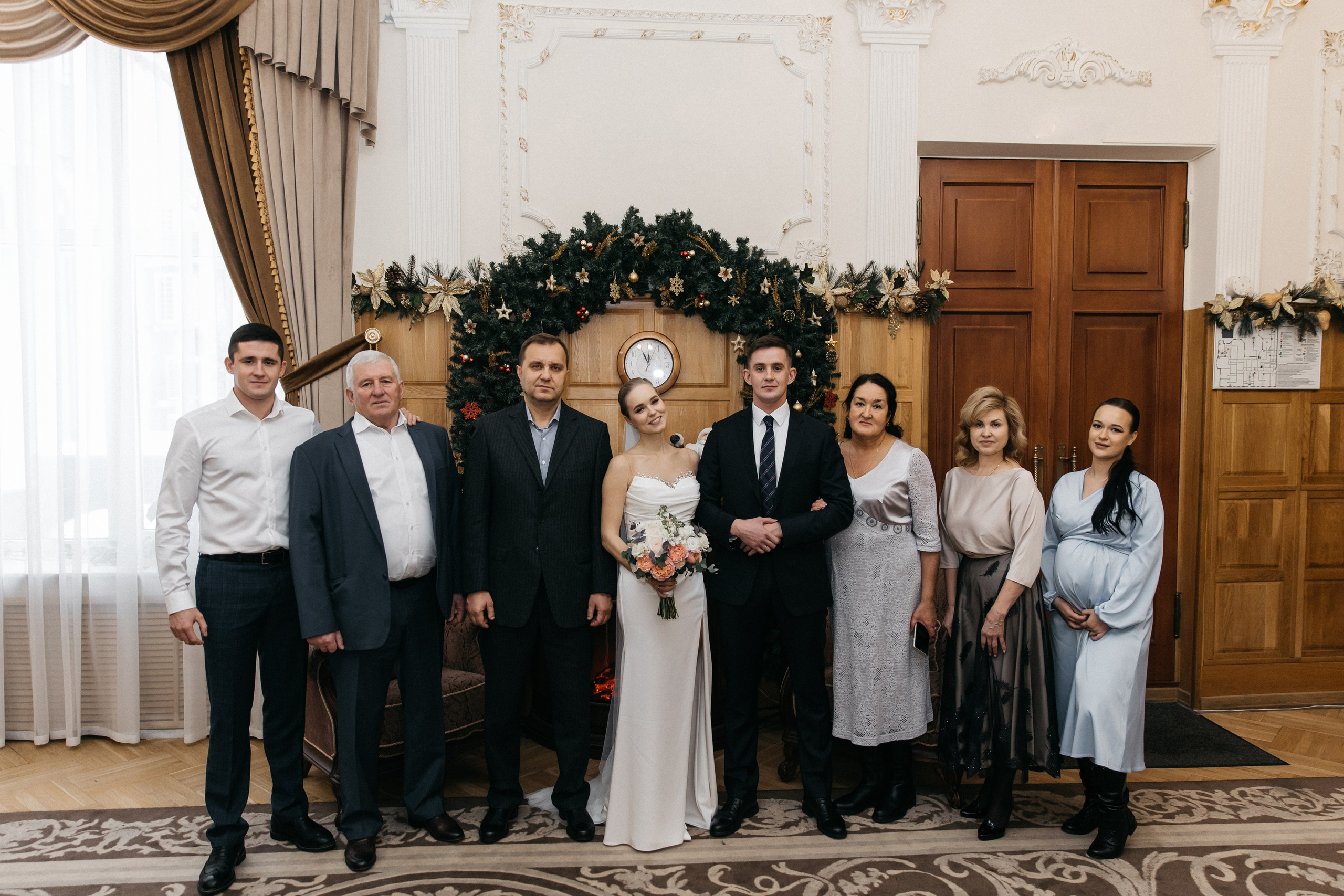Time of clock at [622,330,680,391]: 11:55
